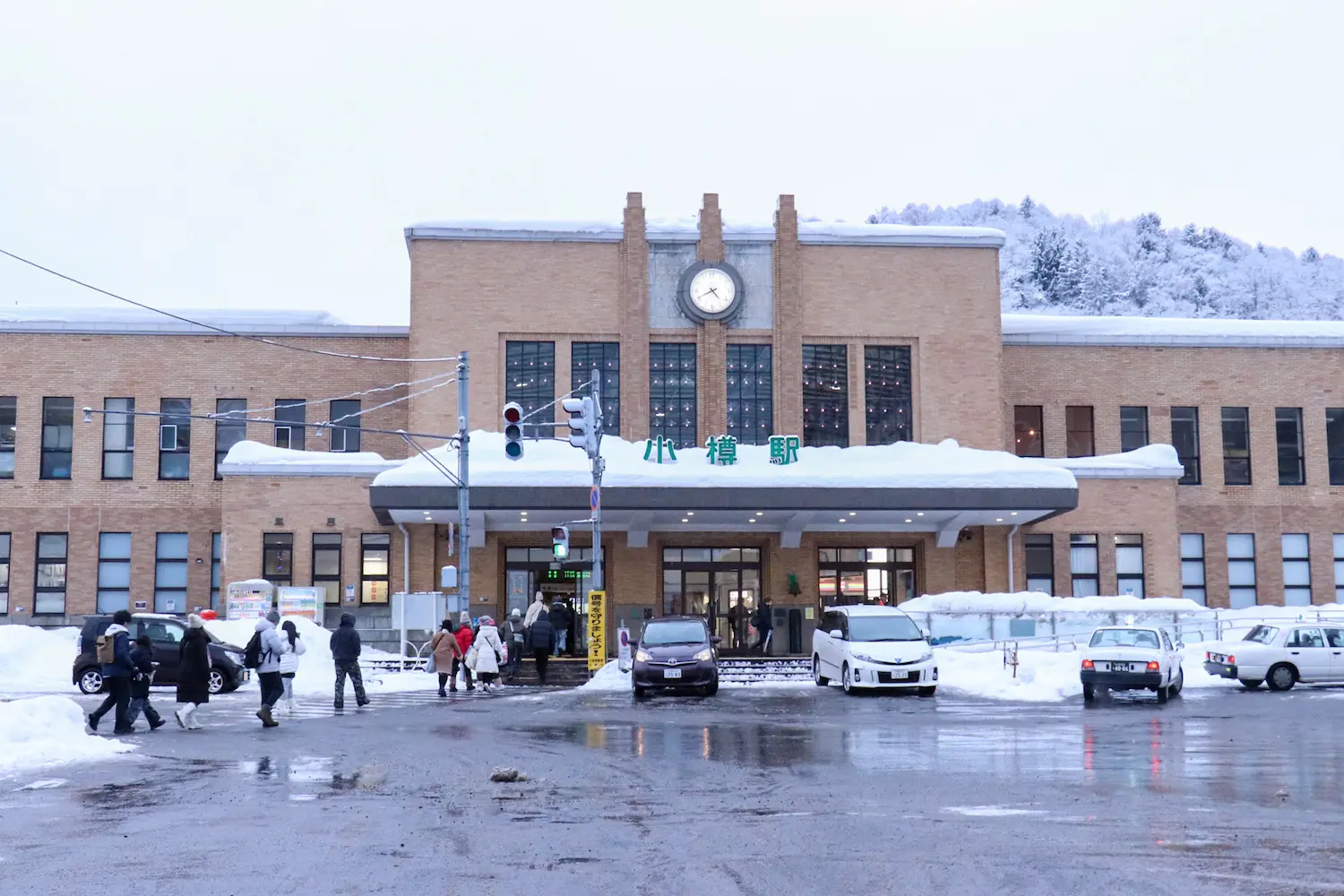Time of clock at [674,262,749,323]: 4:40
